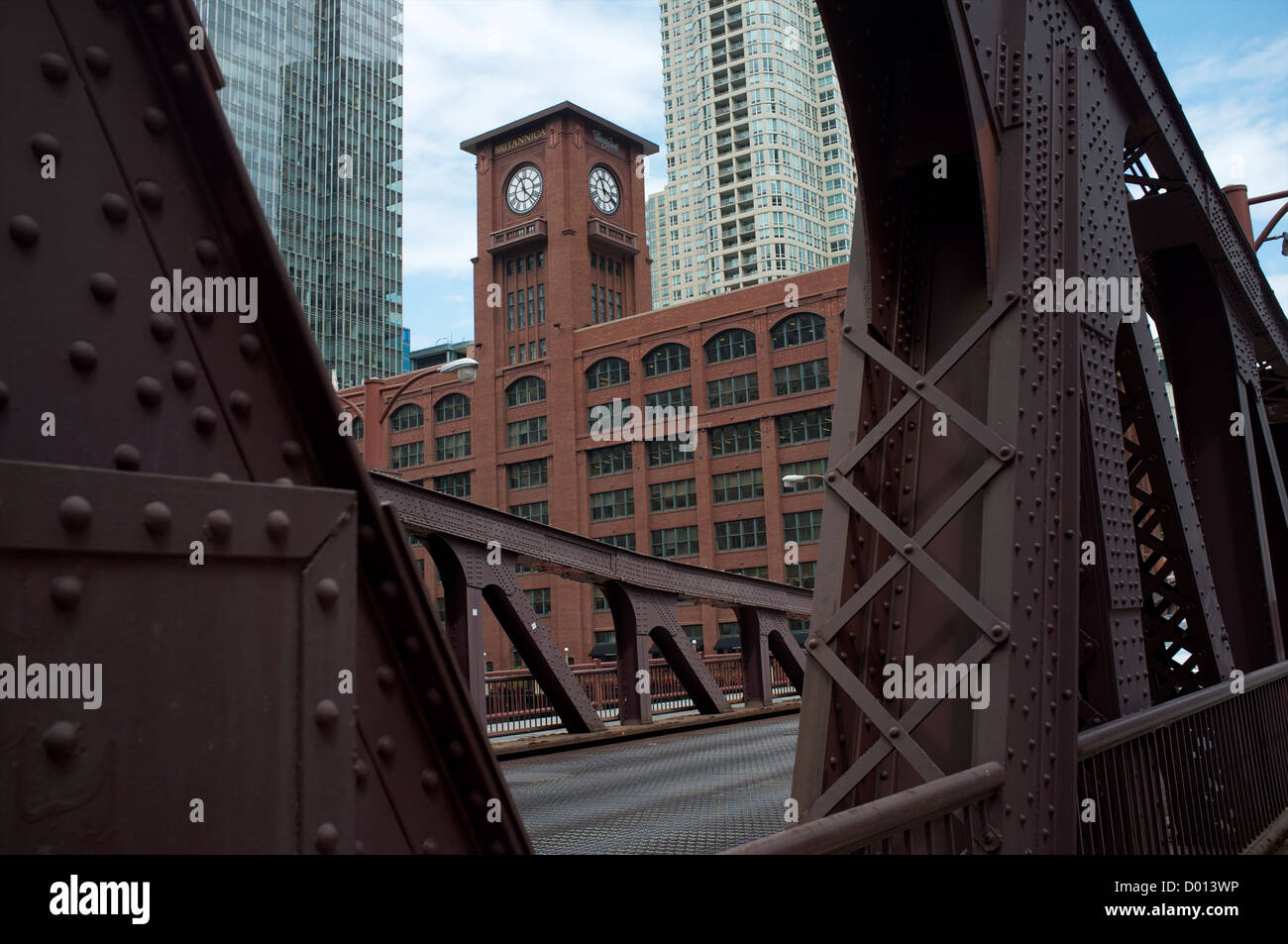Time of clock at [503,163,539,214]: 11:22
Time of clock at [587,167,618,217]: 11:19
